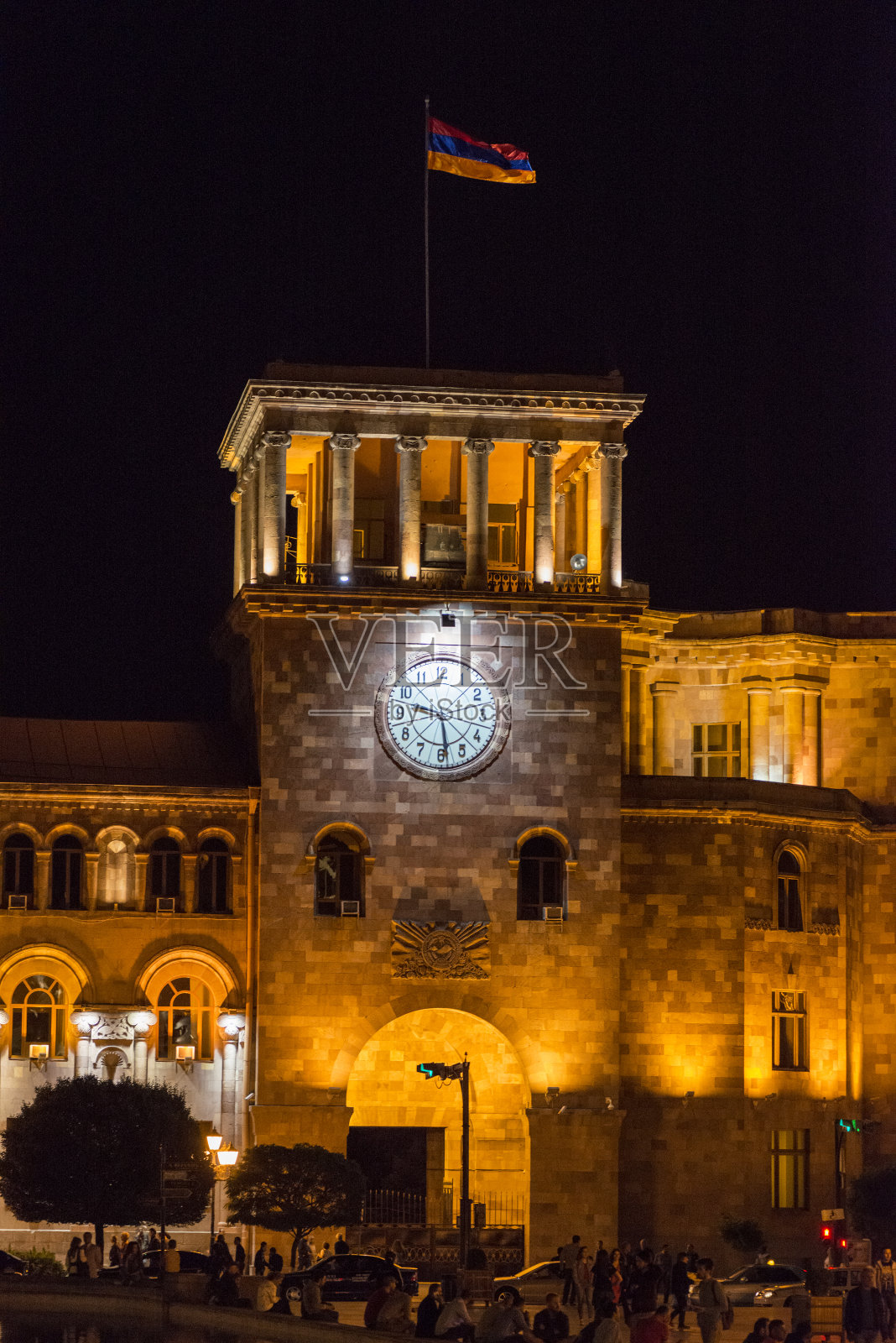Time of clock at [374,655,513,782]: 9:28
